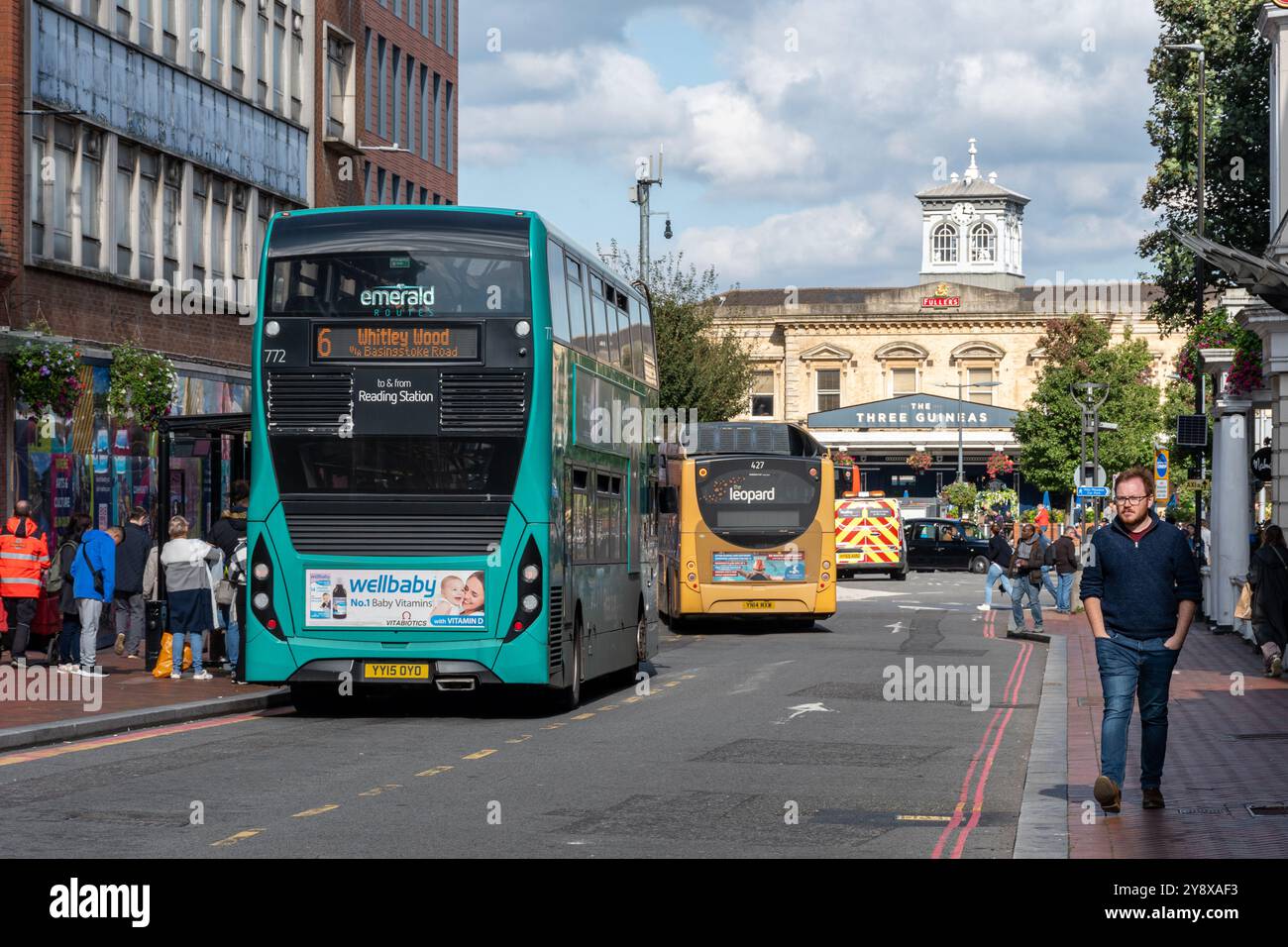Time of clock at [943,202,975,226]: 12:16
